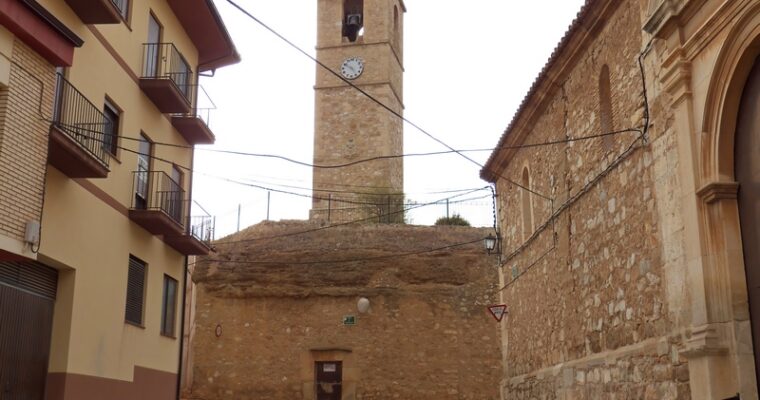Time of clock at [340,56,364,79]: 4:50
